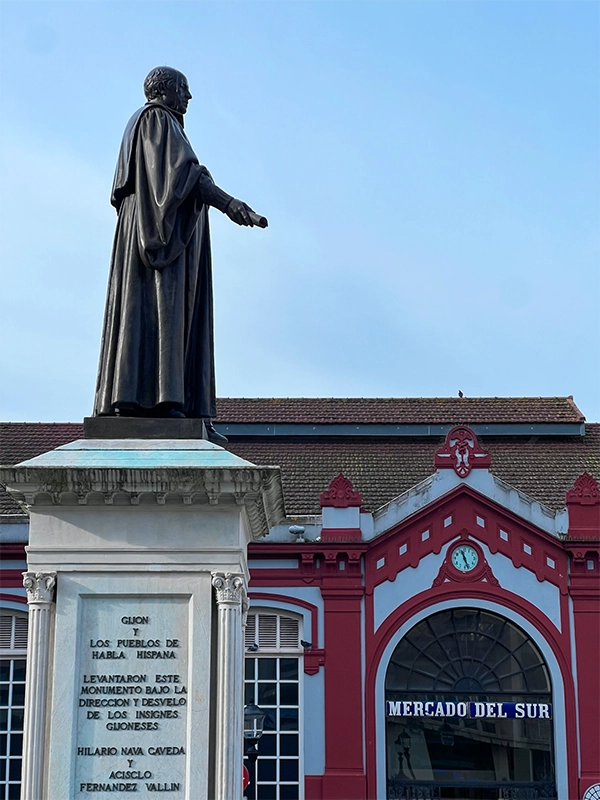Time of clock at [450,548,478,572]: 11:26
